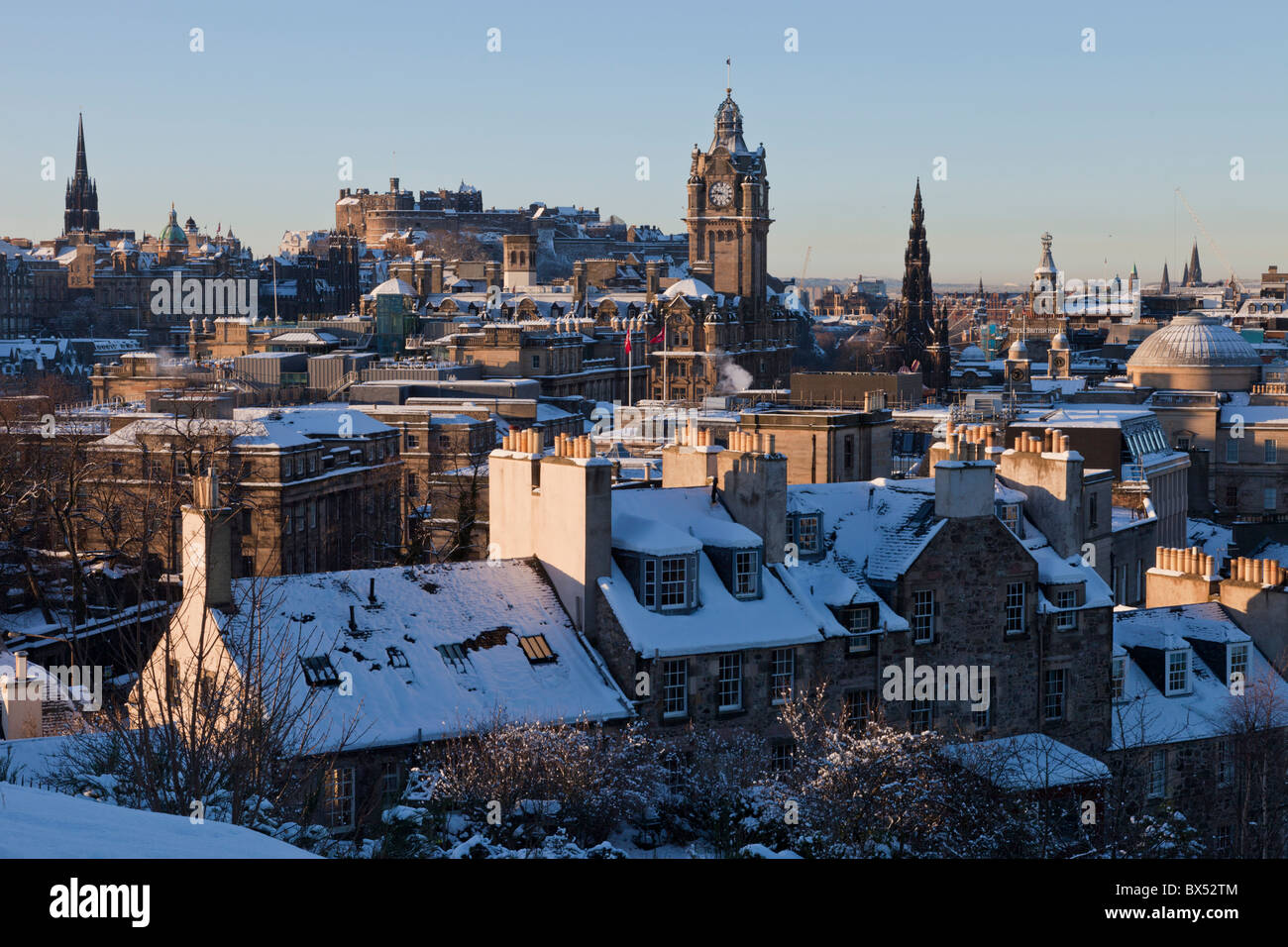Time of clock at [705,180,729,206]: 9:44
